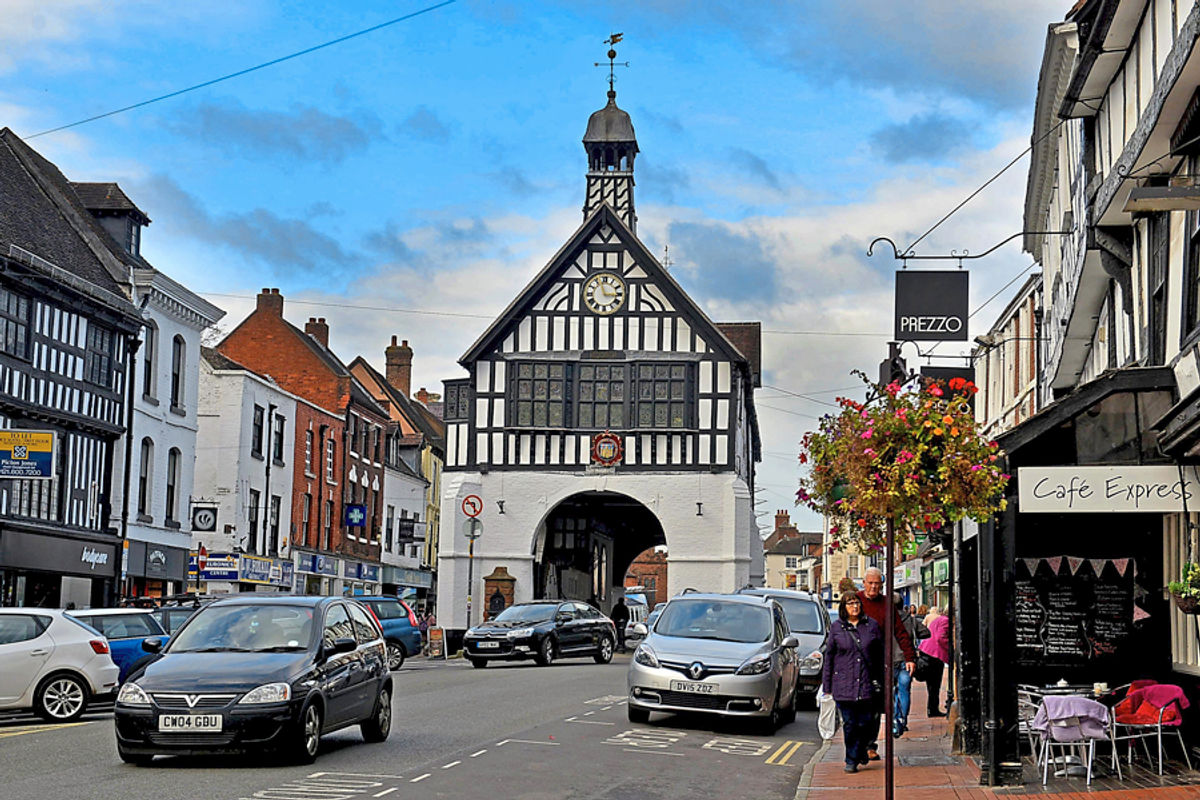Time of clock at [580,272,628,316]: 2:56
